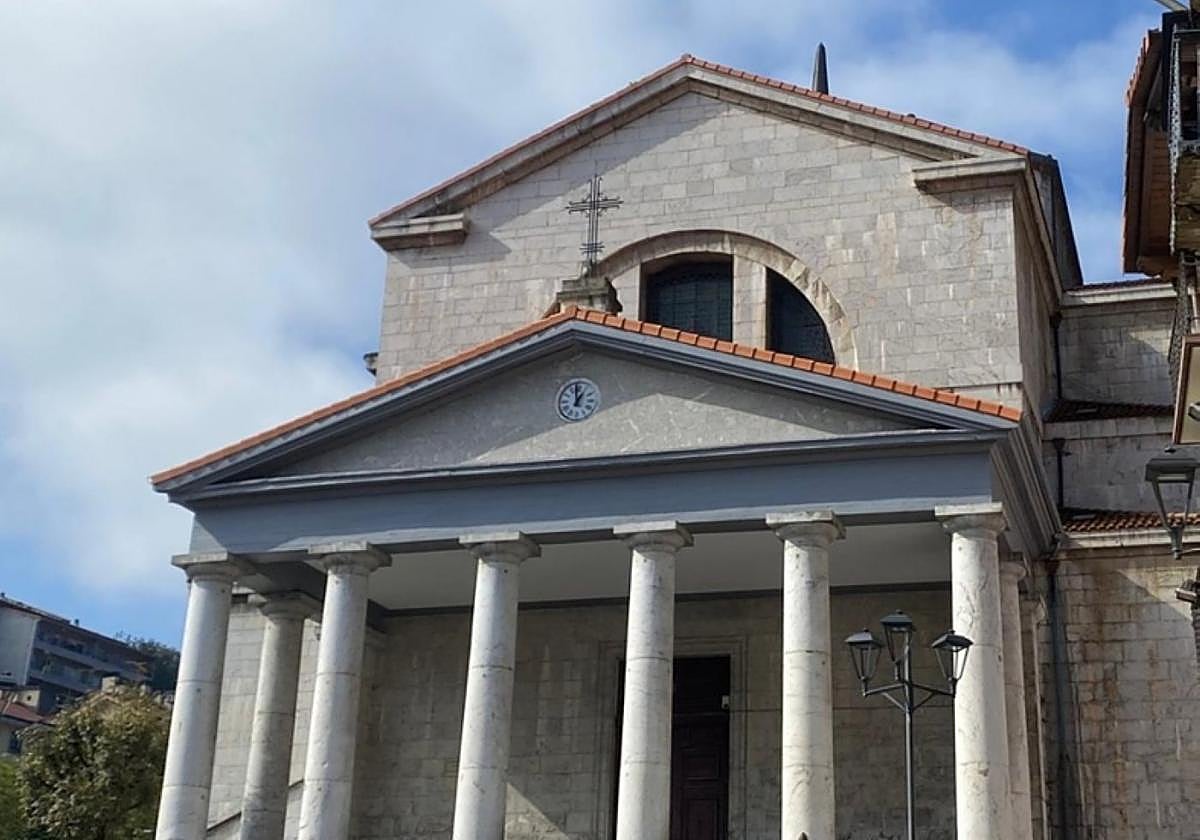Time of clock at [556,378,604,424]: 12:58
